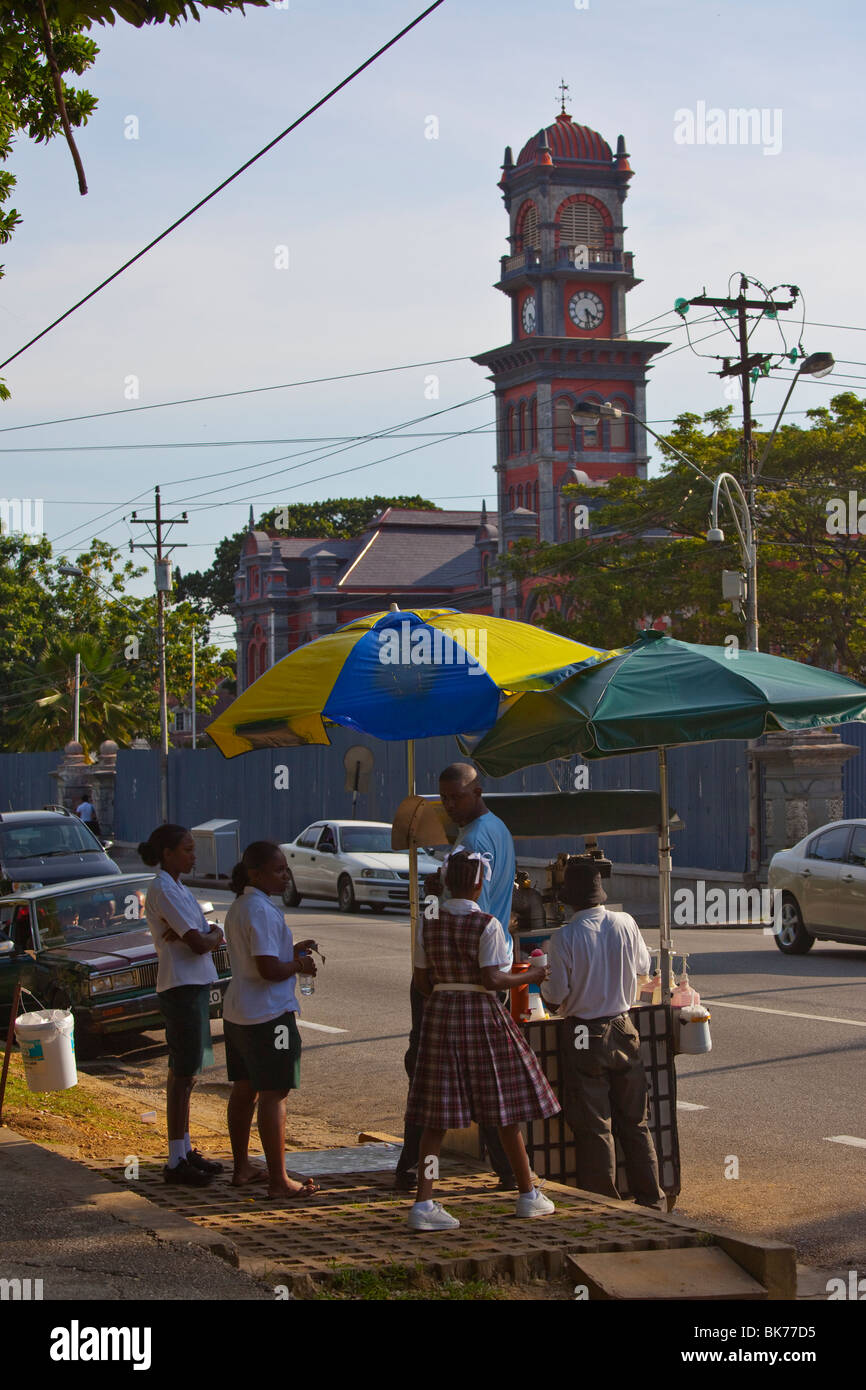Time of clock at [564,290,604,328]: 4:28
